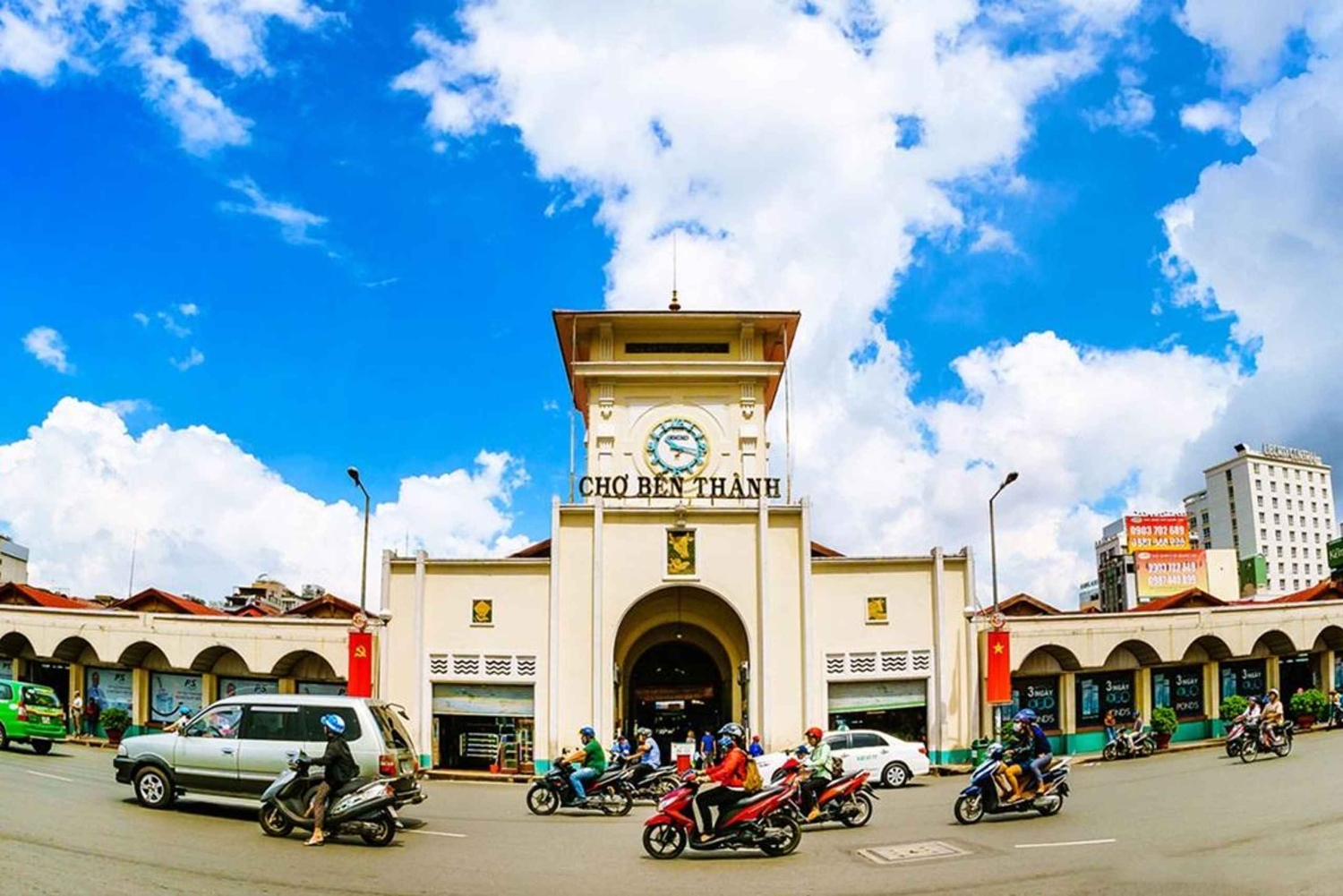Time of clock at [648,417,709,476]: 10:17
